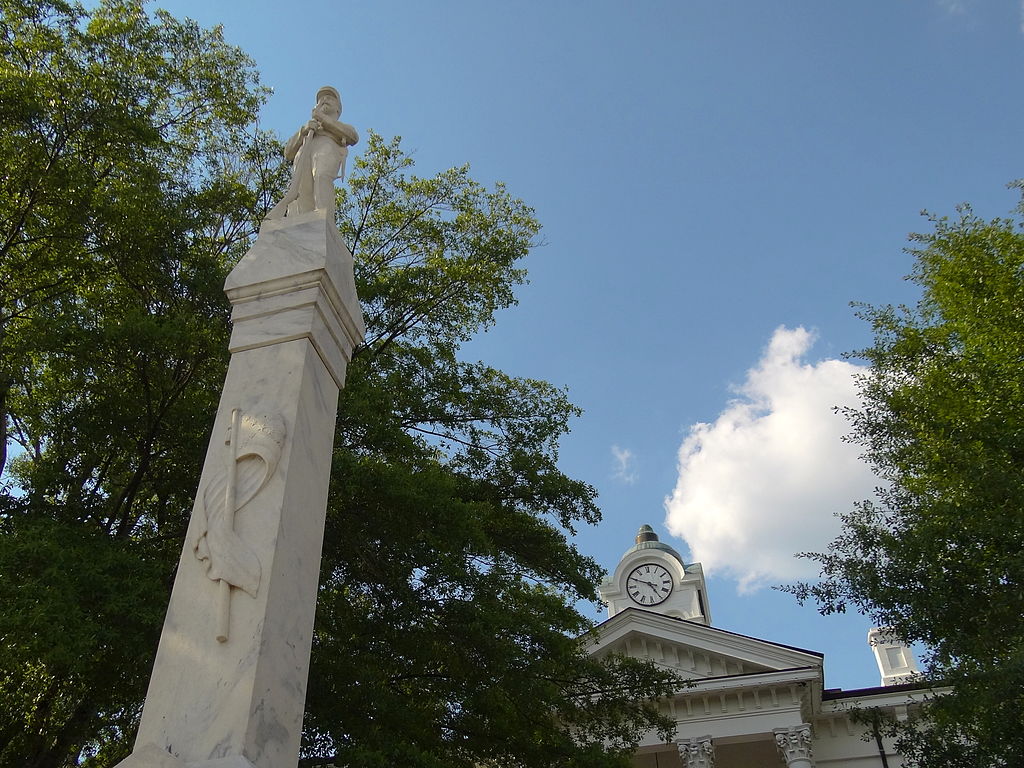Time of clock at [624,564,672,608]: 4:49
